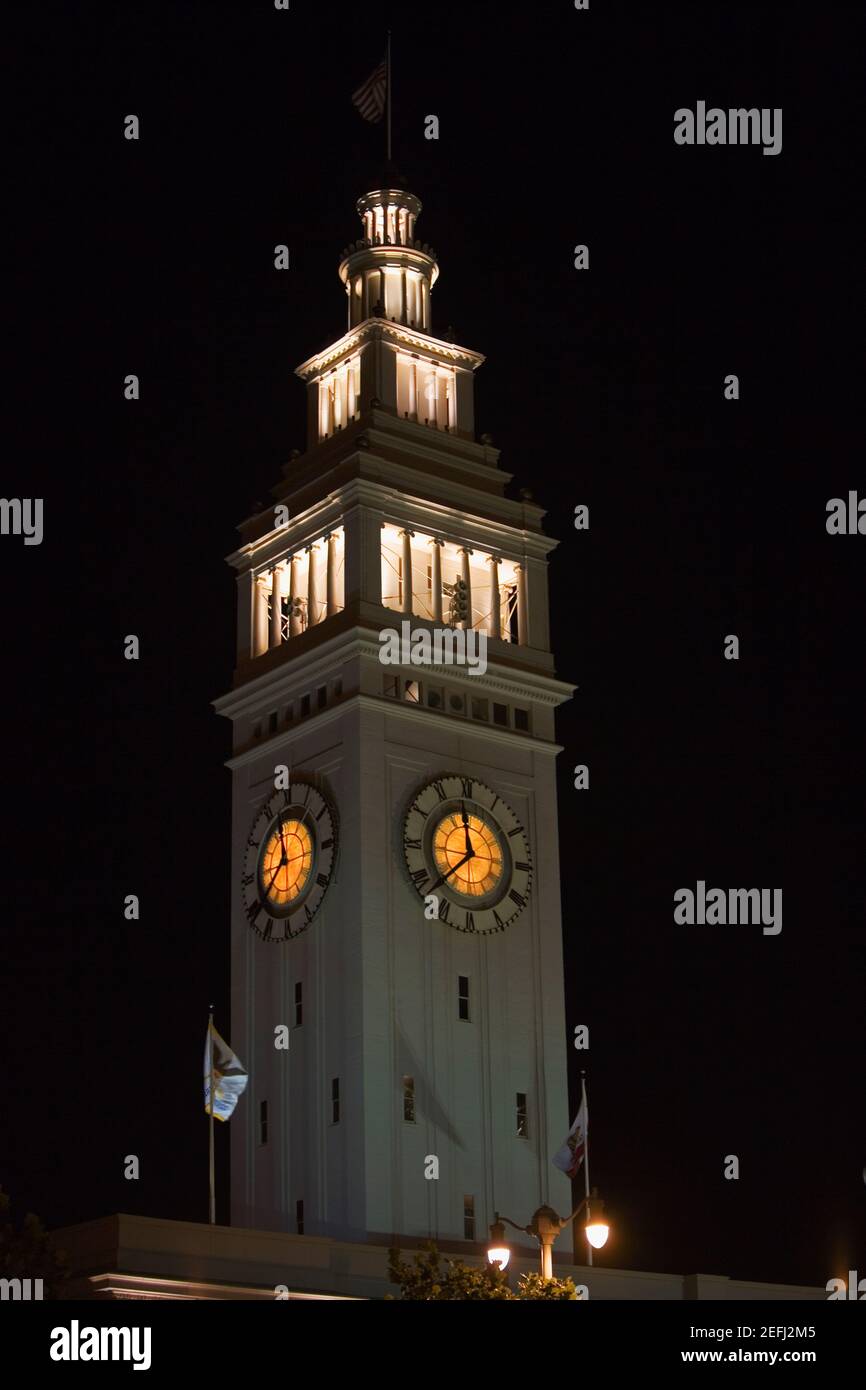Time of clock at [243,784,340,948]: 11:38
